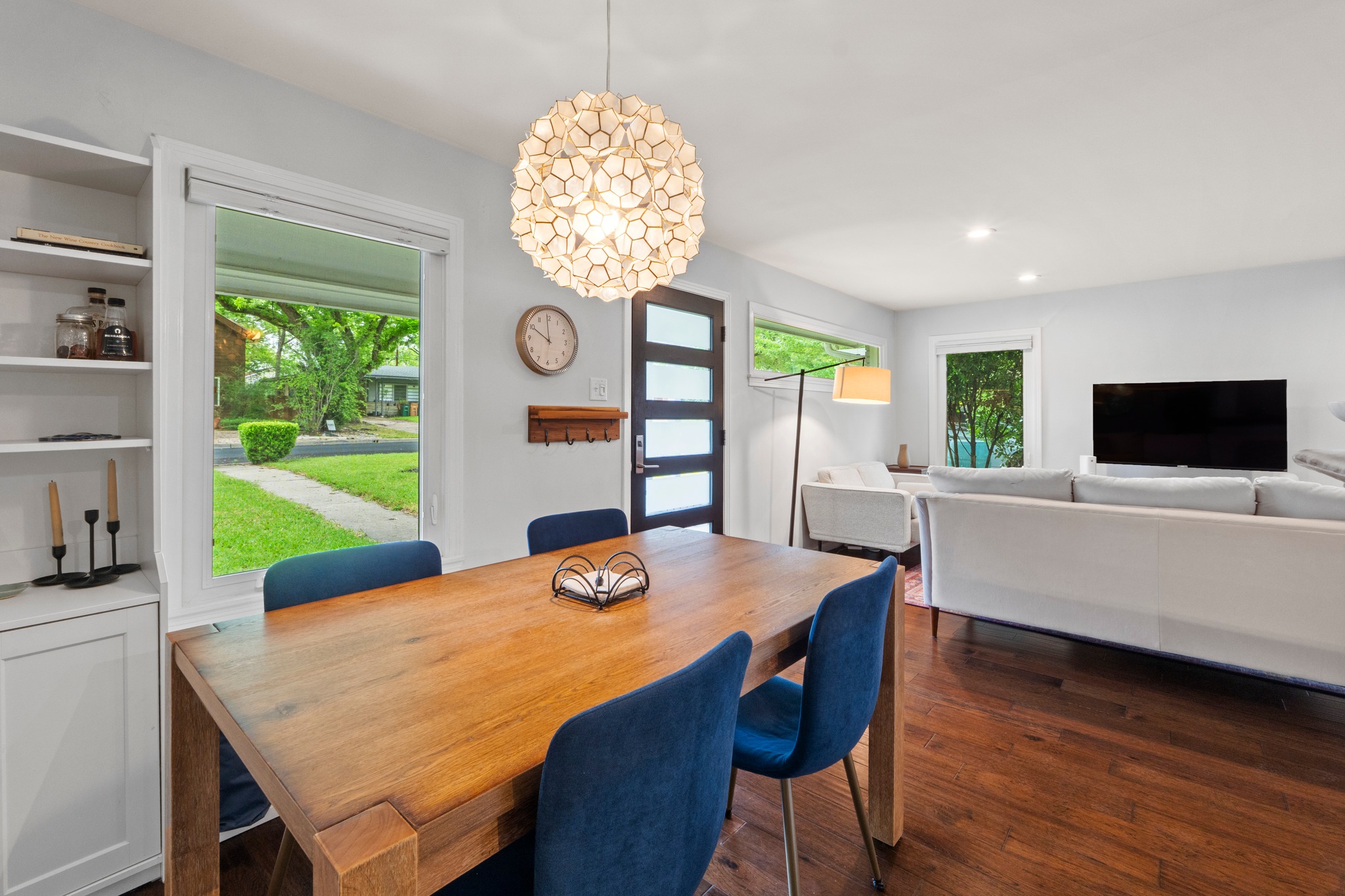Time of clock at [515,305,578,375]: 9:59
